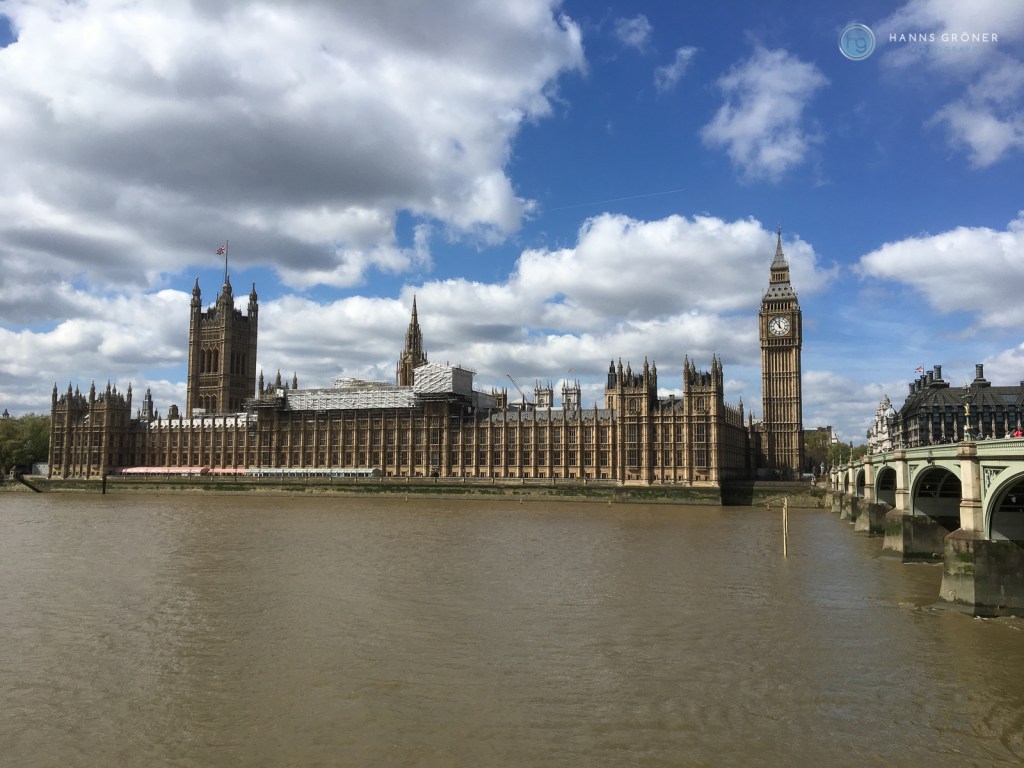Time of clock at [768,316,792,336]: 11:53
